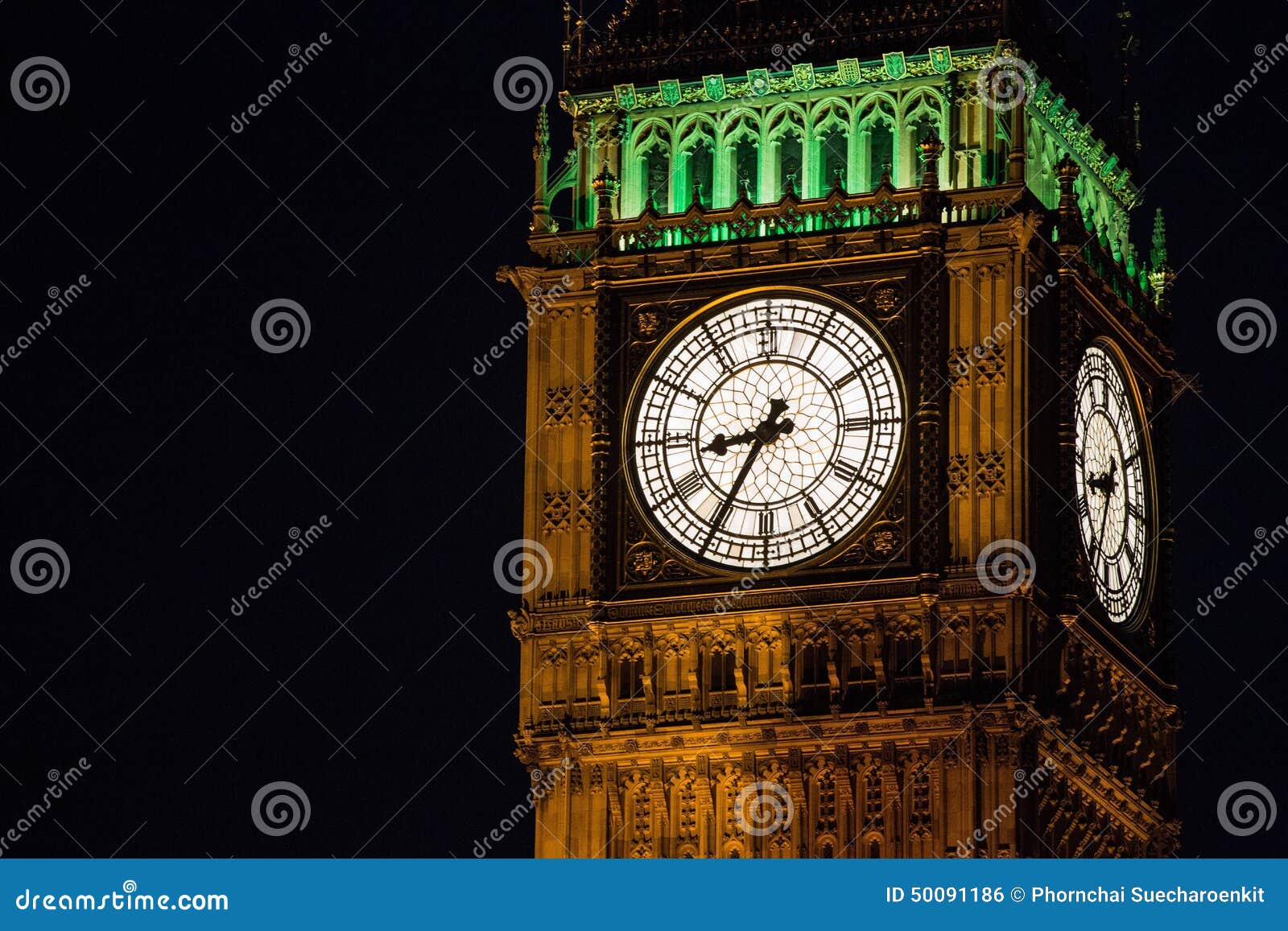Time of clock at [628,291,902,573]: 8:34
